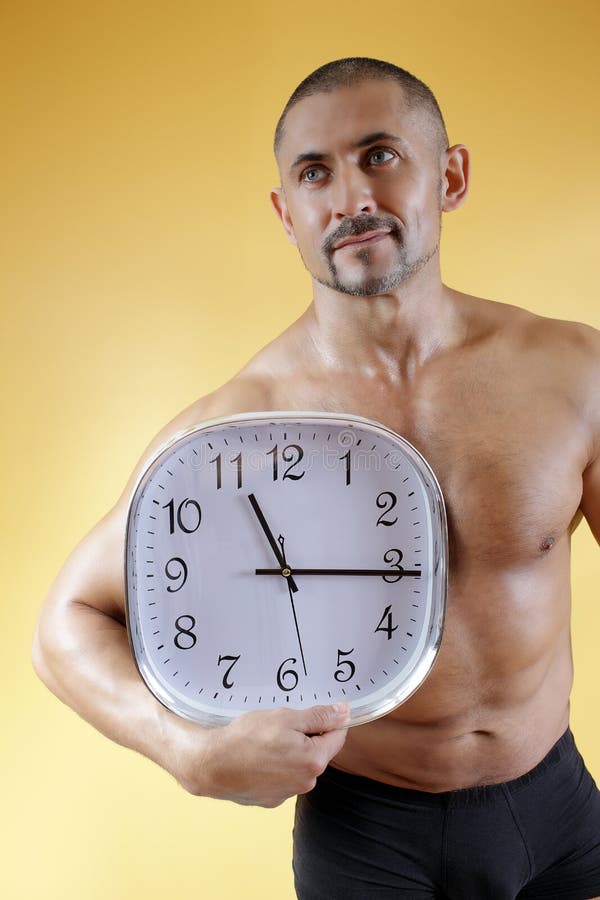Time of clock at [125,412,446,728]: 11:15
